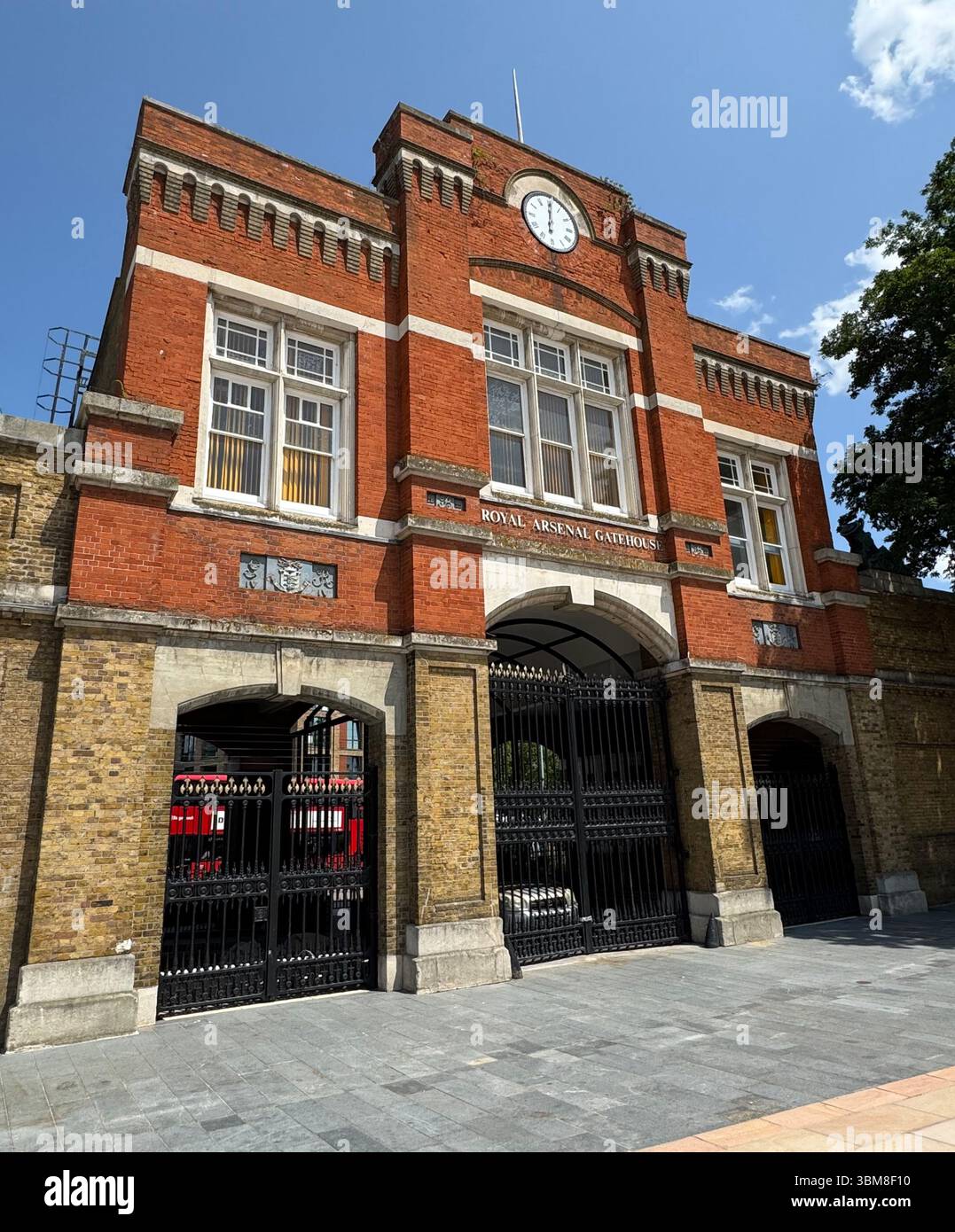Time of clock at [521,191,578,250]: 6:00
